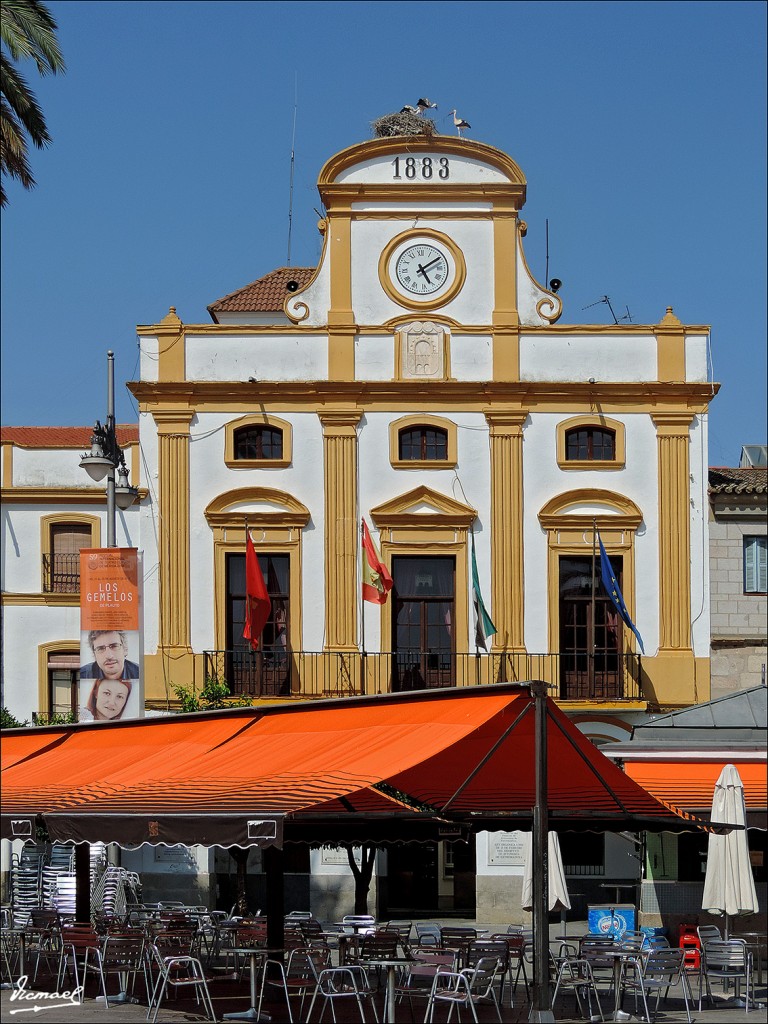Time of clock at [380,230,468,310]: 5:09
